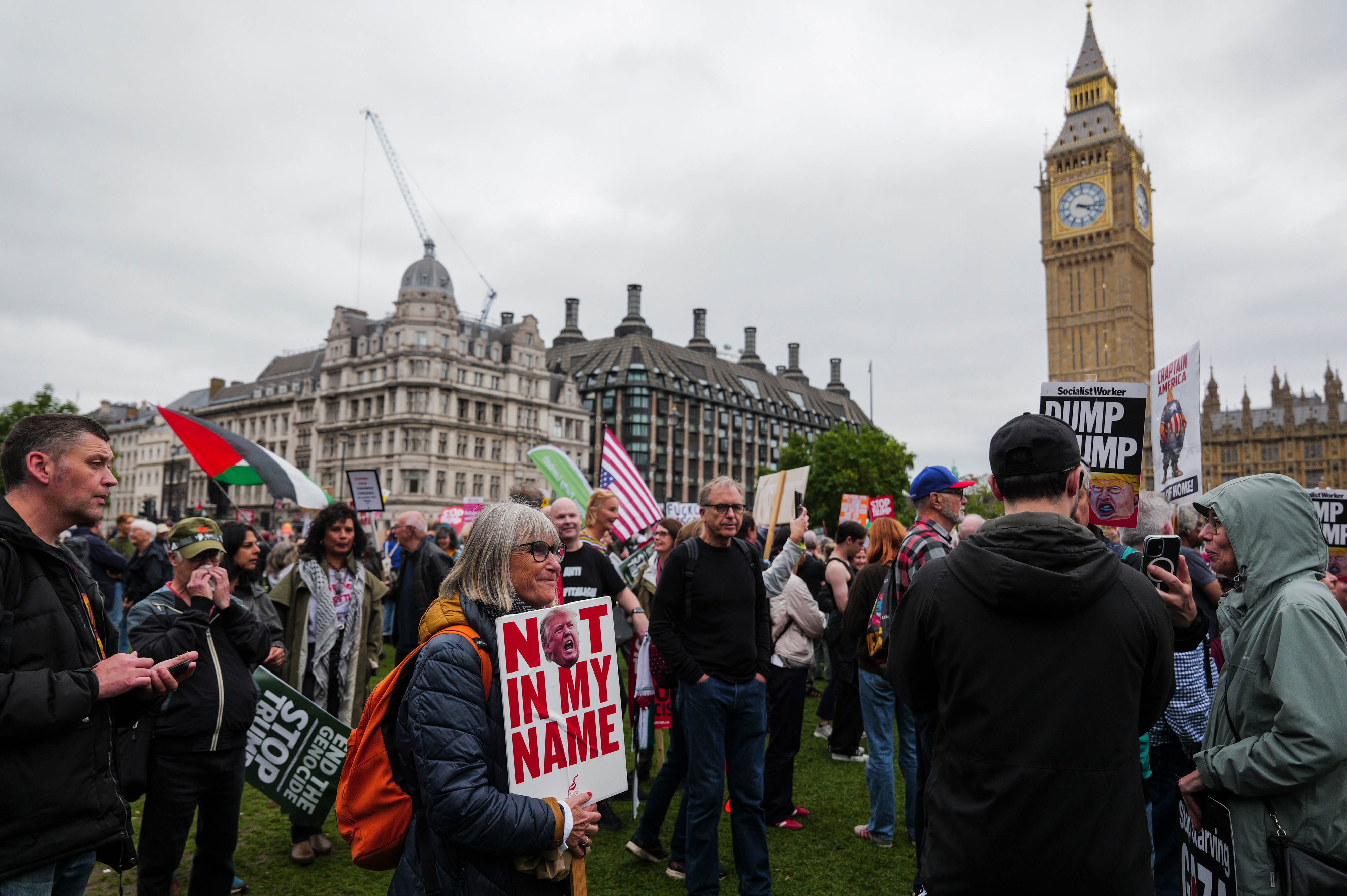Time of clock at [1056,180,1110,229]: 4:17
